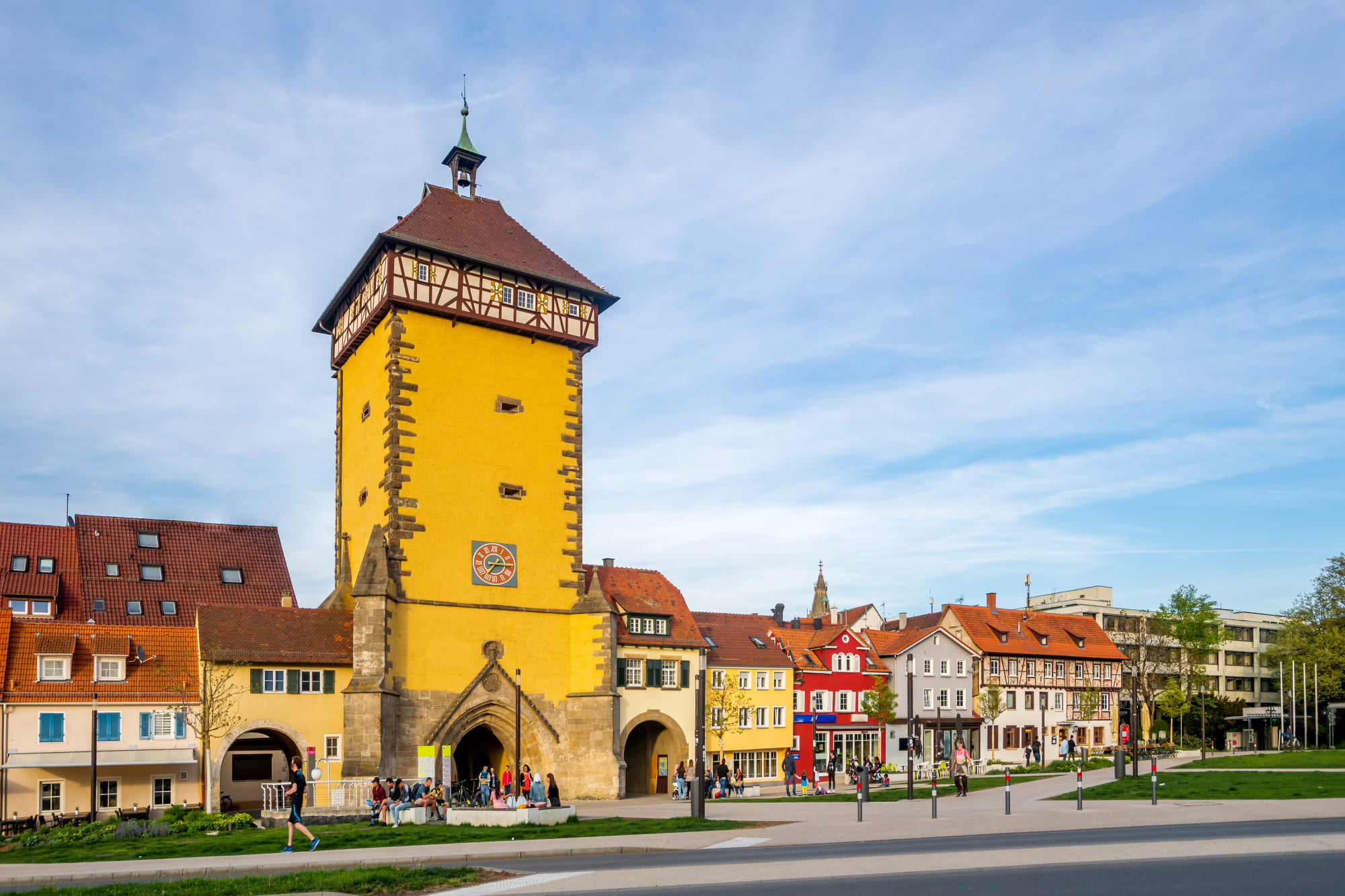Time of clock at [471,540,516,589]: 7:15
